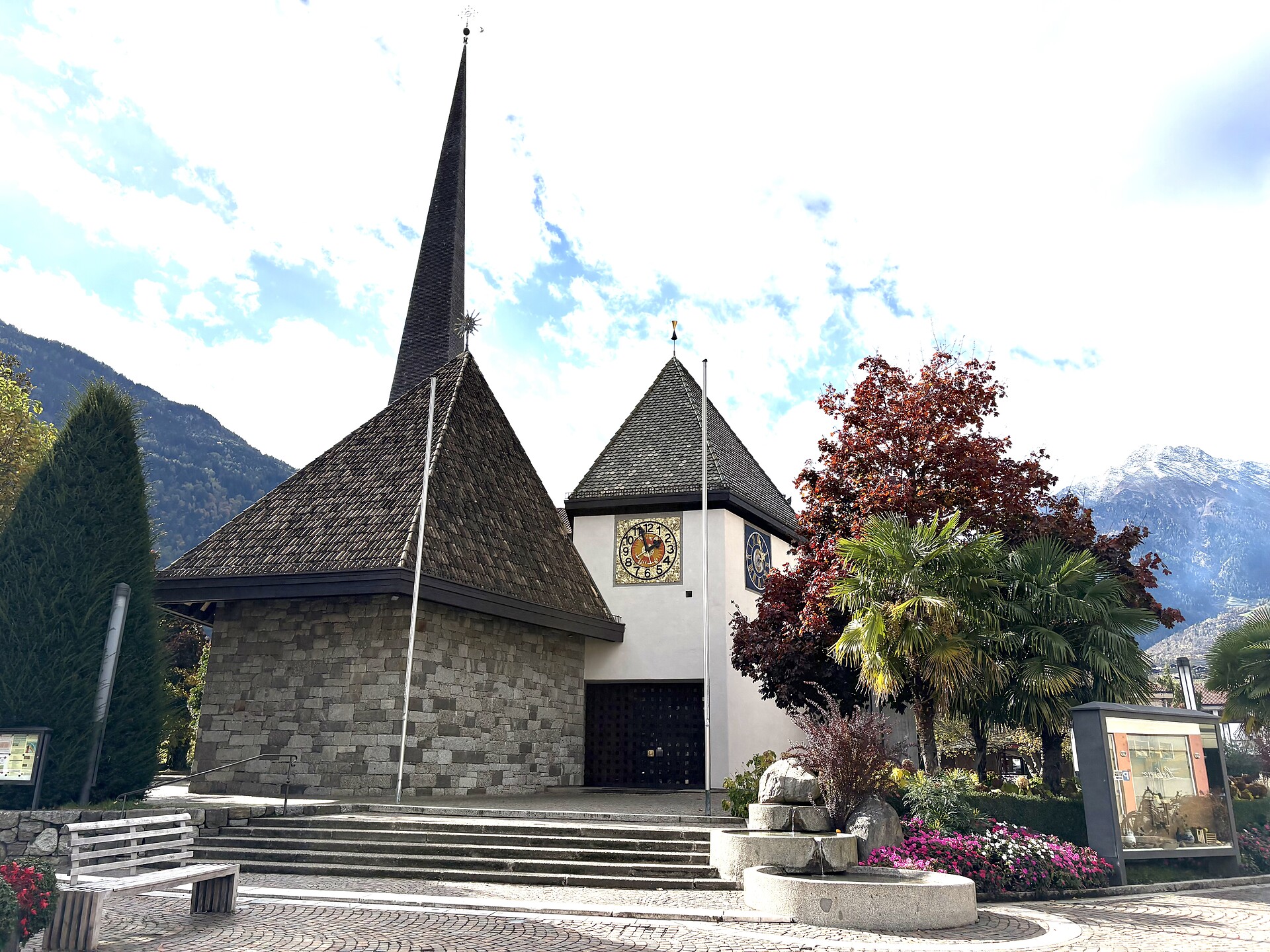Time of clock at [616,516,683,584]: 1:57
